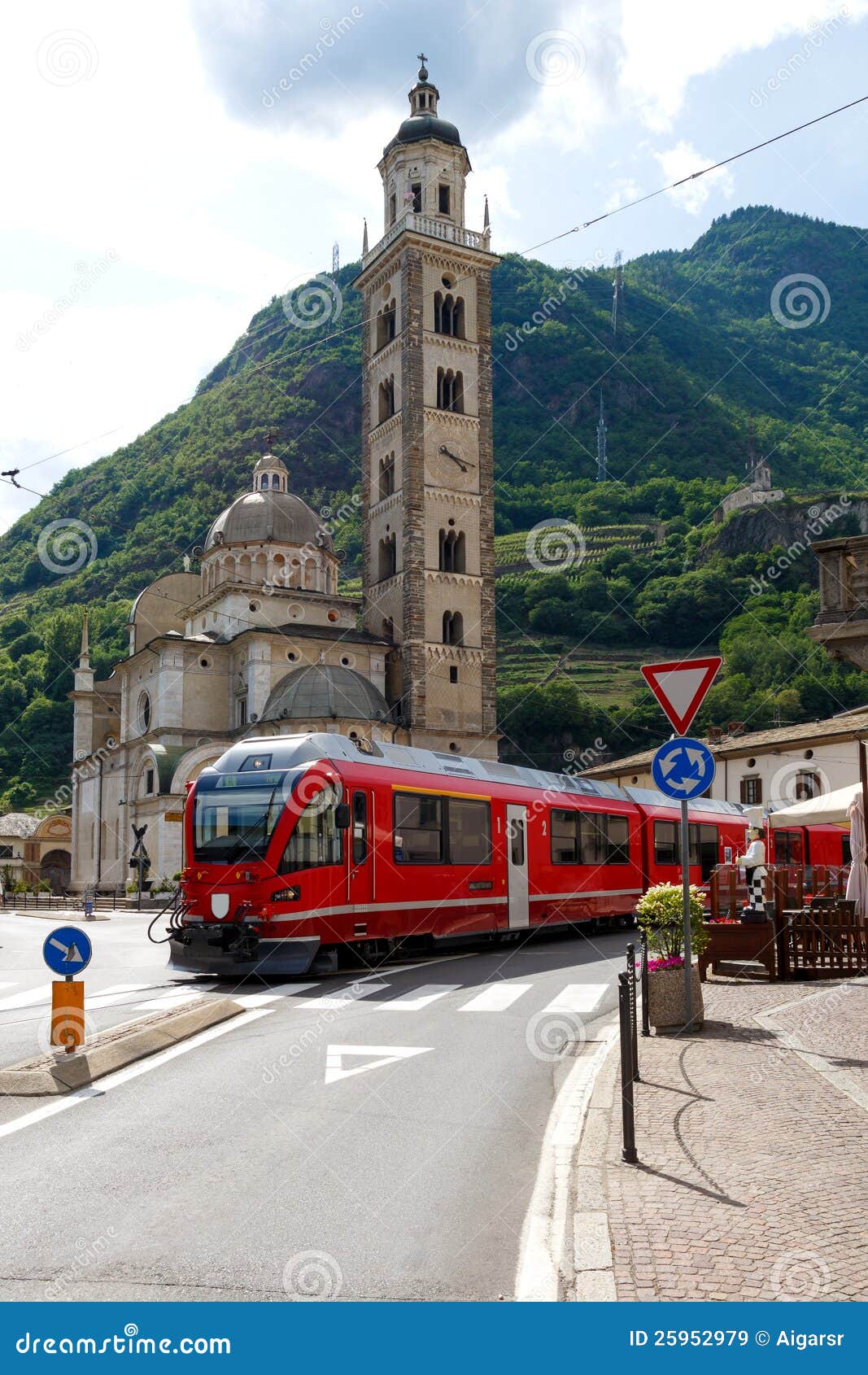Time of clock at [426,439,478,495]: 4:18
